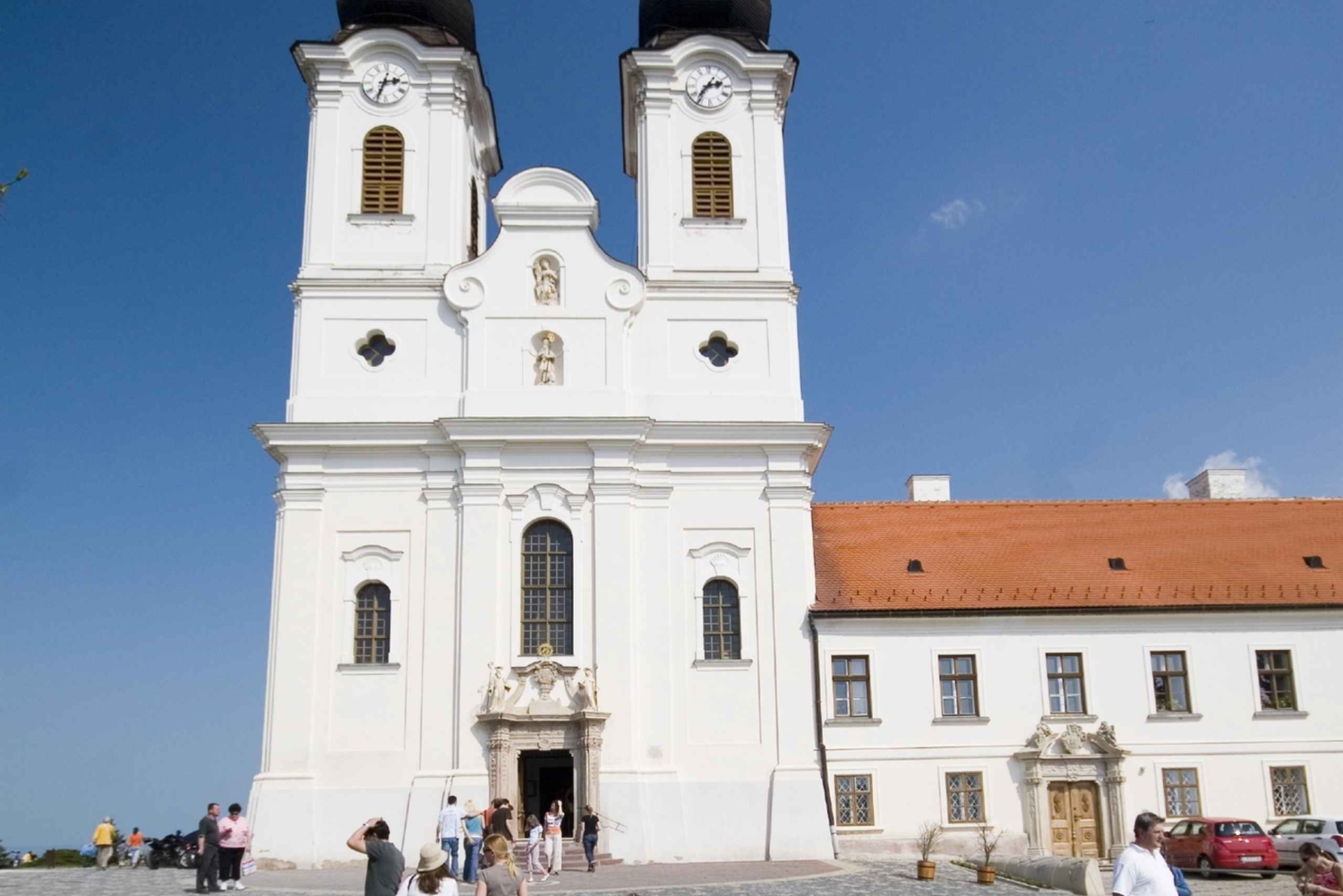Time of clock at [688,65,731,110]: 2:36
